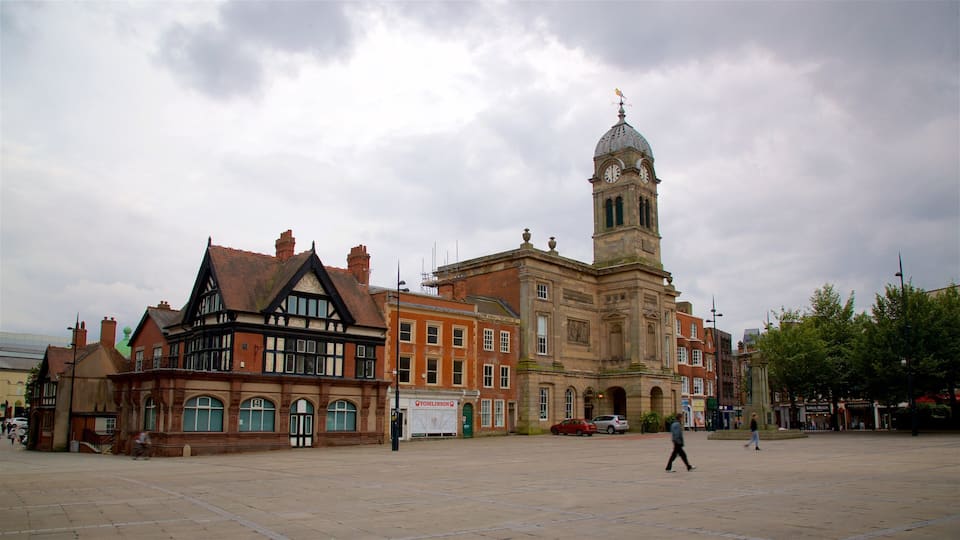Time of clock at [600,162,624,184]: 6:00
